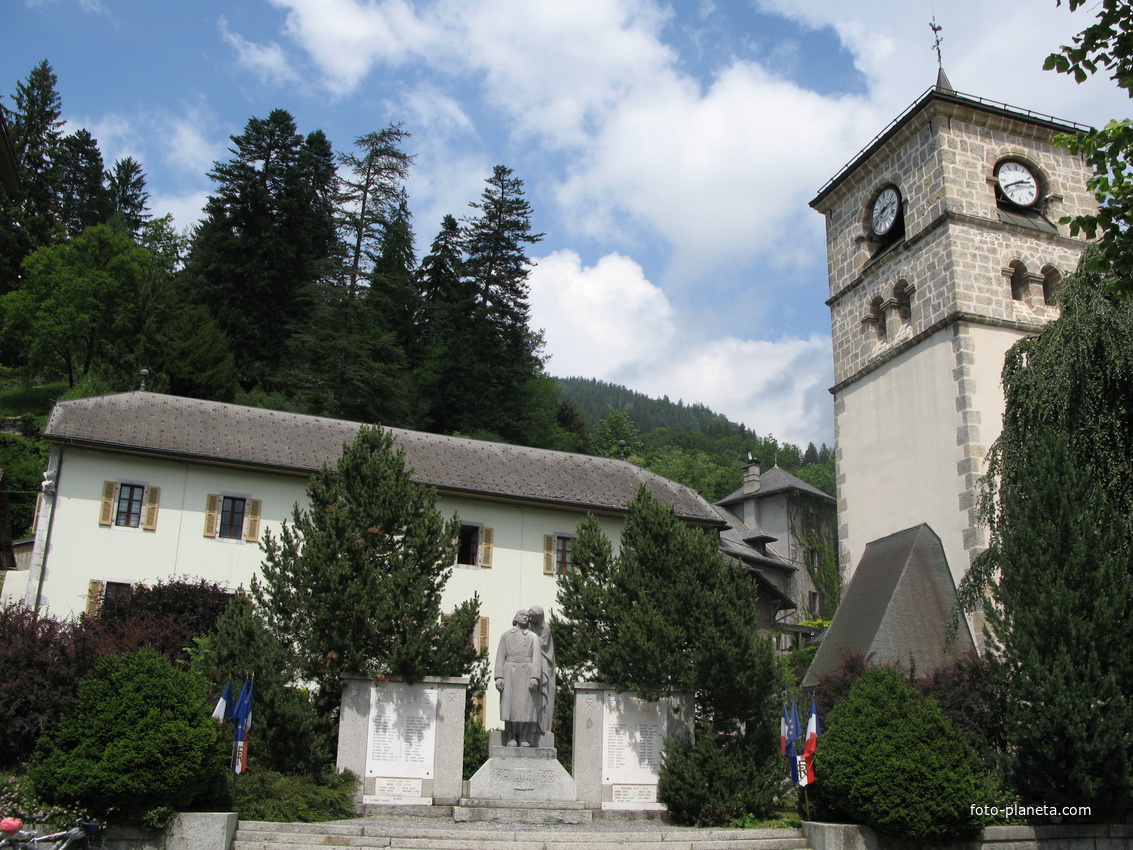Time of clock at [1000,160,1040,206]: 2:41
